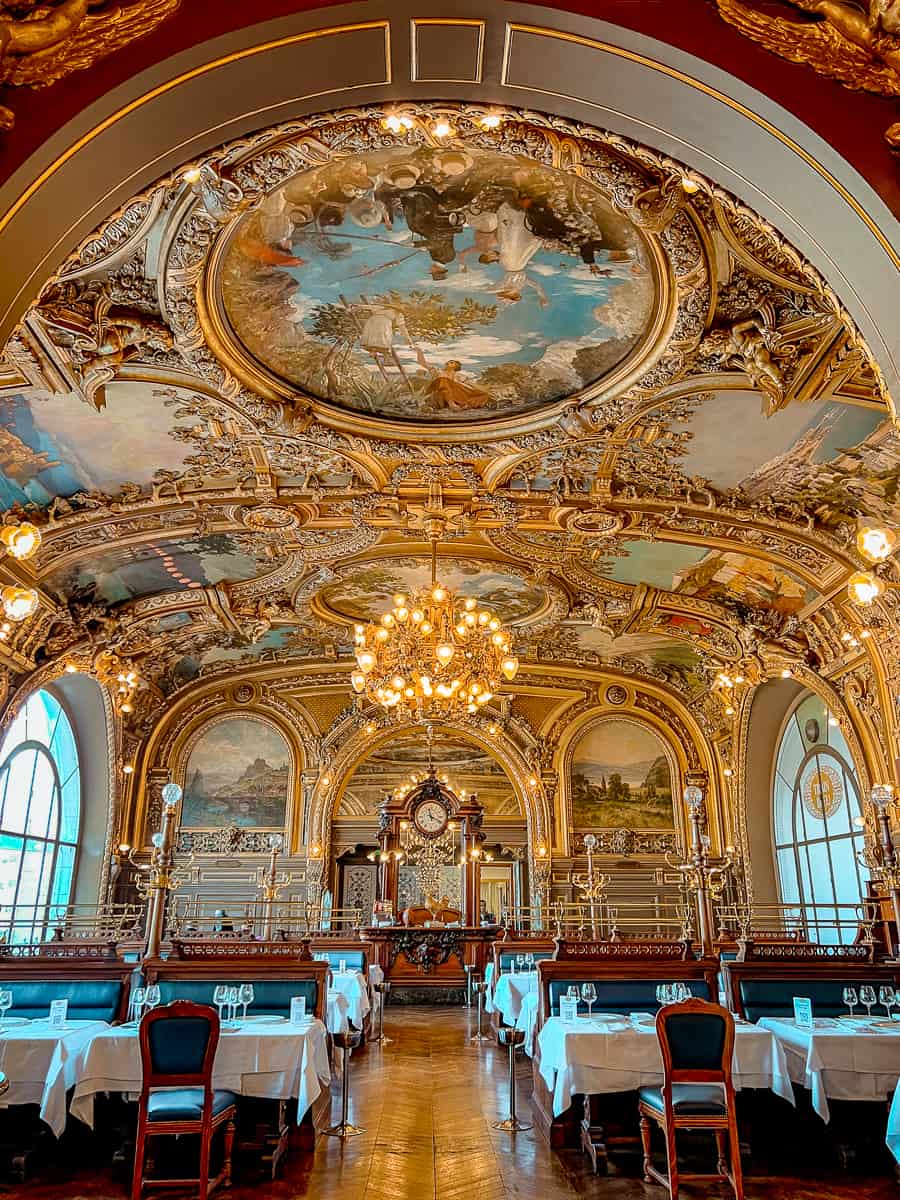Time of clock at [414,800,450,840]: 11:19
